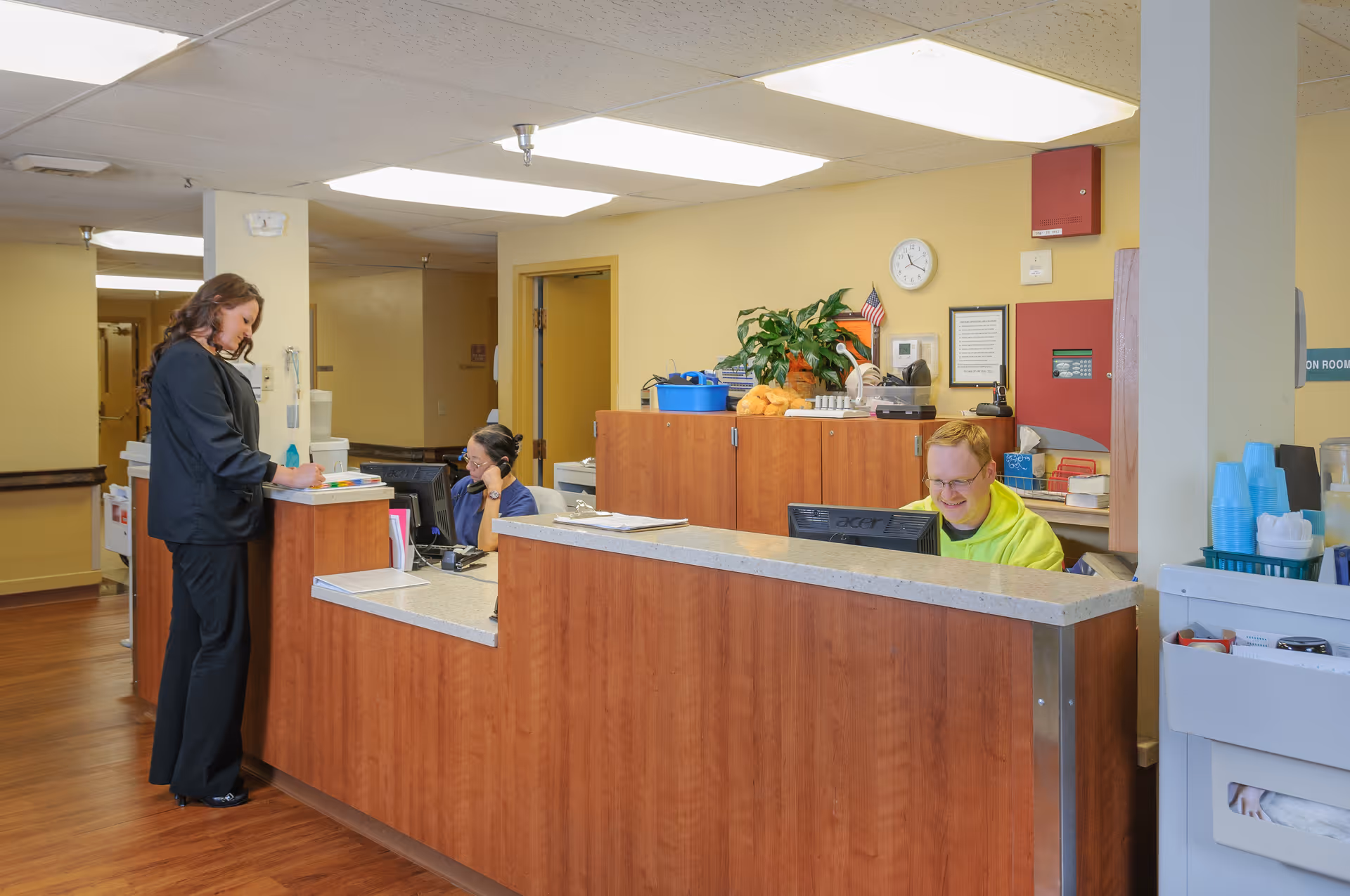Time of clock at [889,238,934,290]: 11:19
